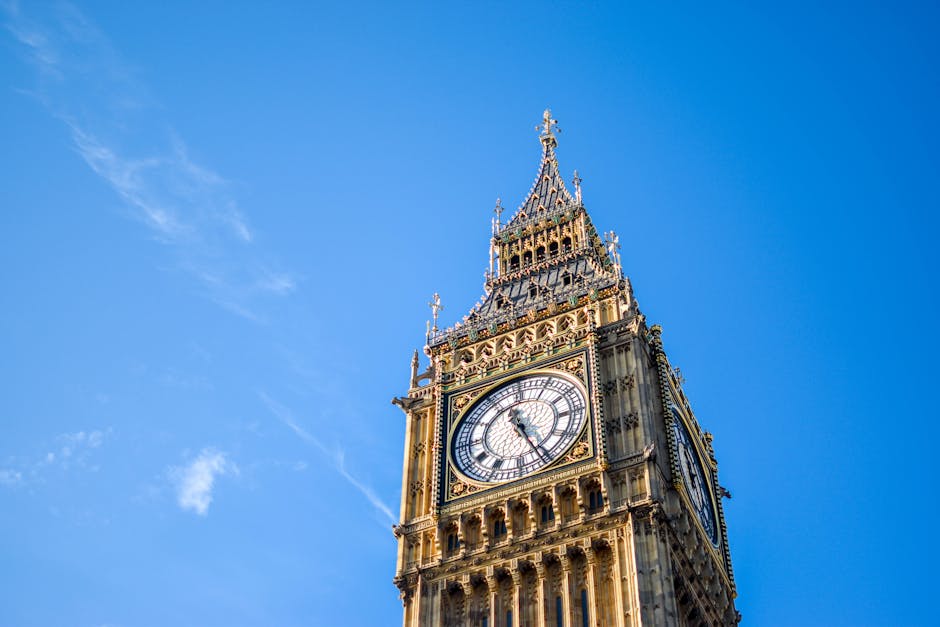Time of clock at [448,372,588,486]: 11:25
